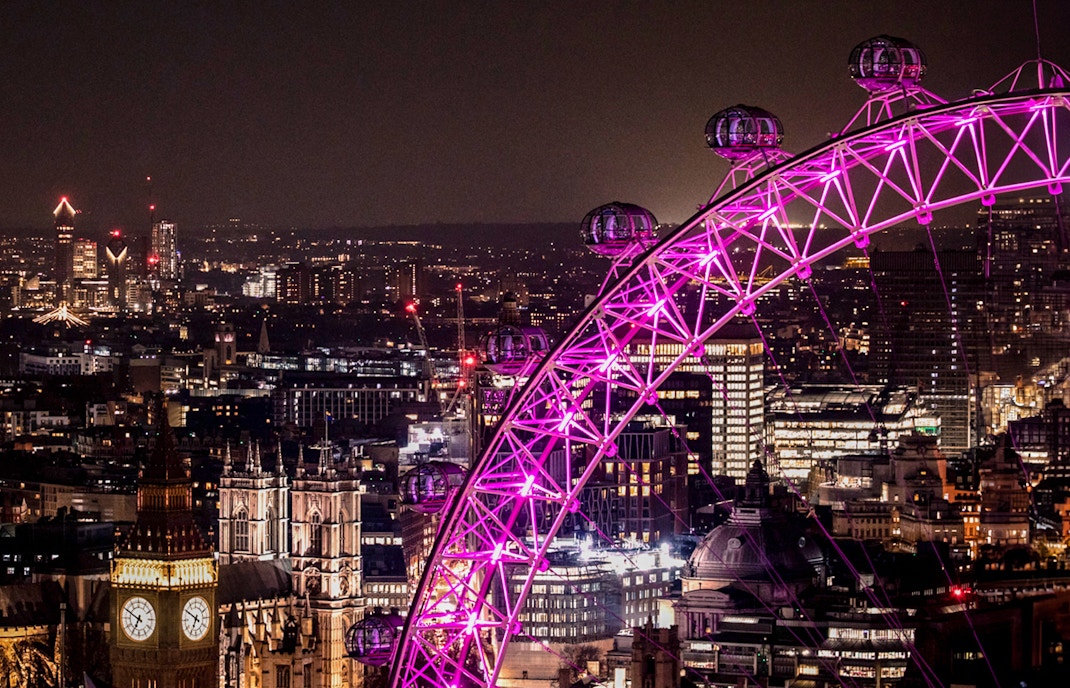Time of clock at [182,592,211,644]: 6:50
